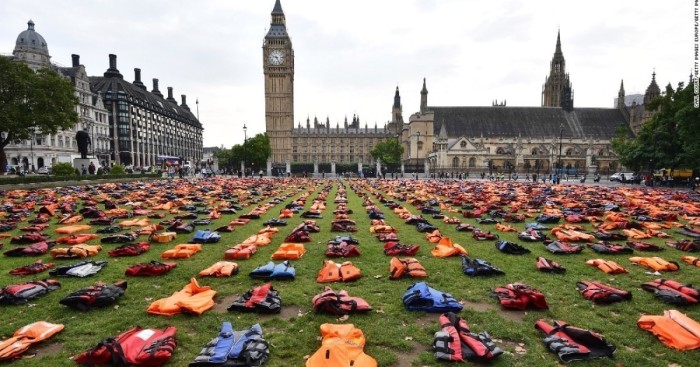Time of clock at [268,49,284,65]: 9:25
